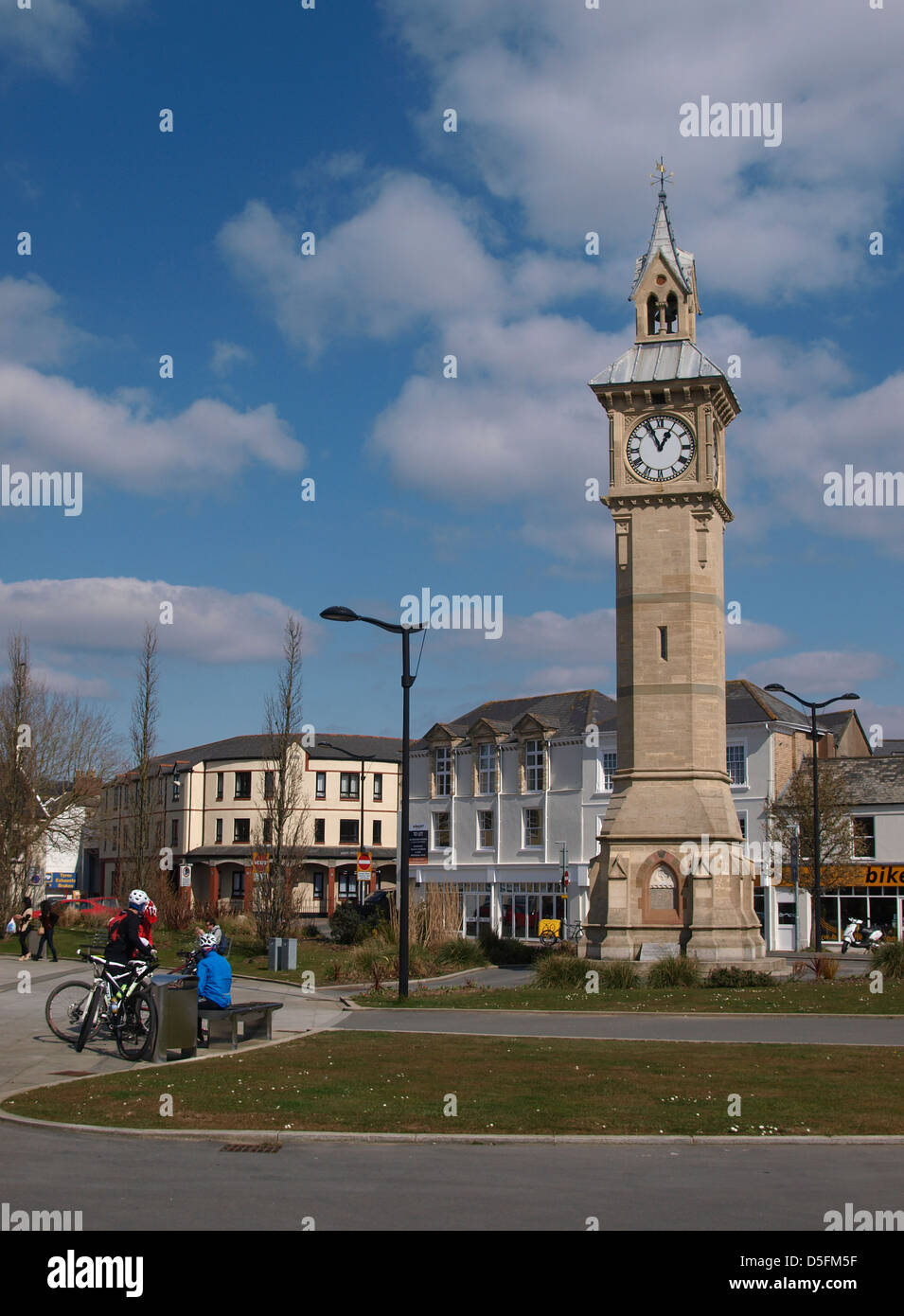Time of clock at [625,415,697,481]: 12:56
